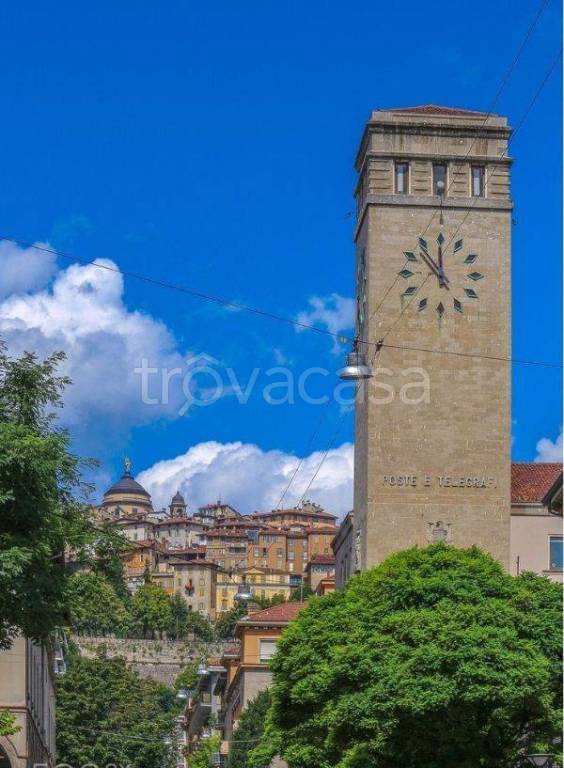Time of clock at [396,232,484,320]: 11:53
